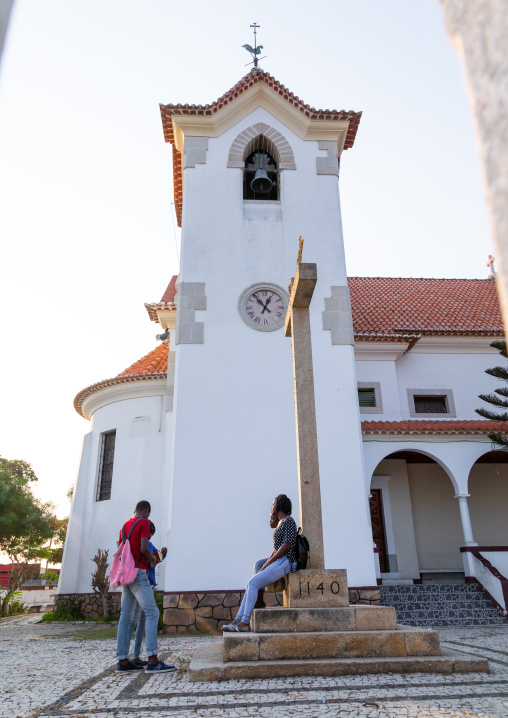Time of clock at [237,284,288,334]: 12:53
